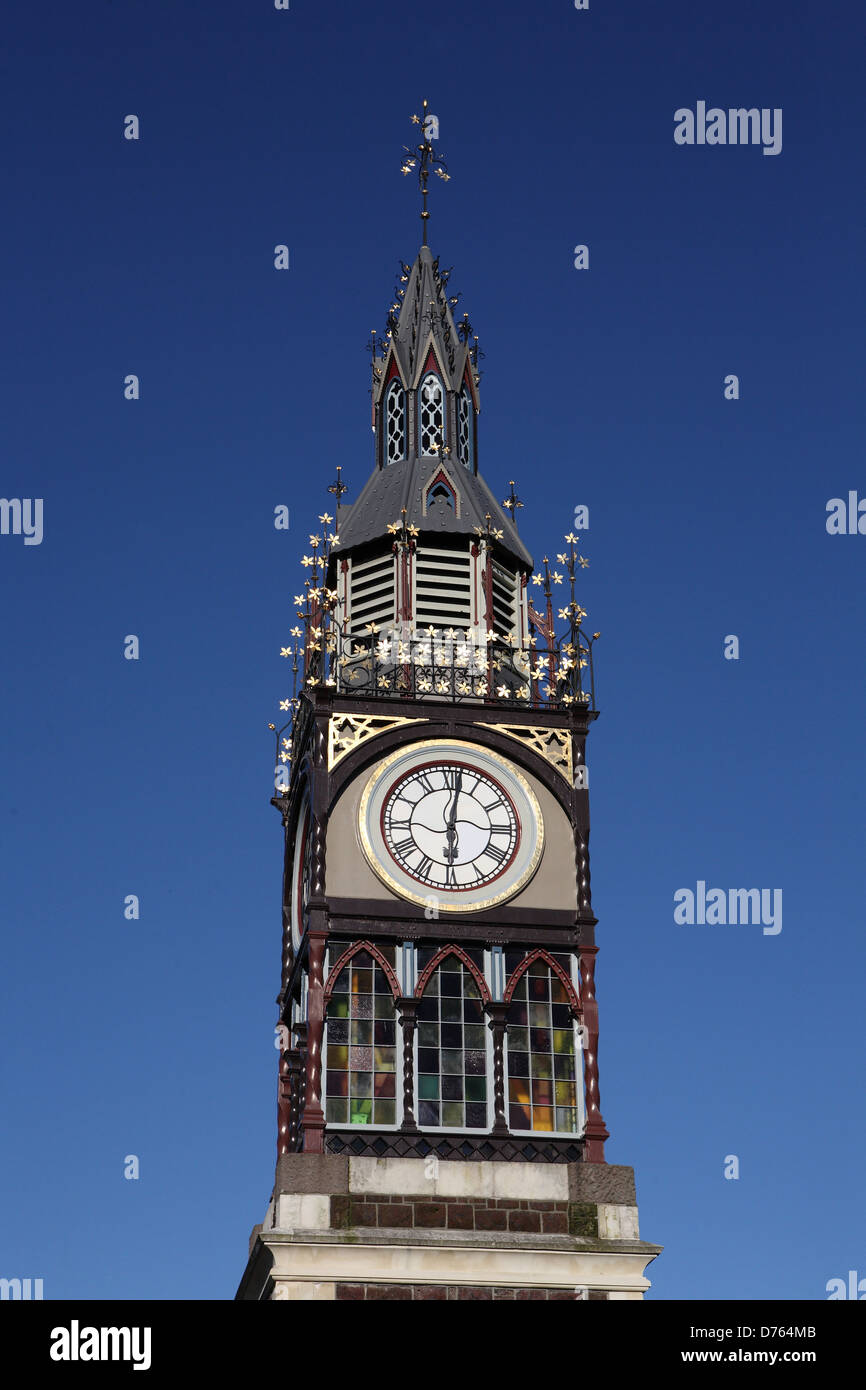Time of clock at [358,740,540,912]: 6:01
